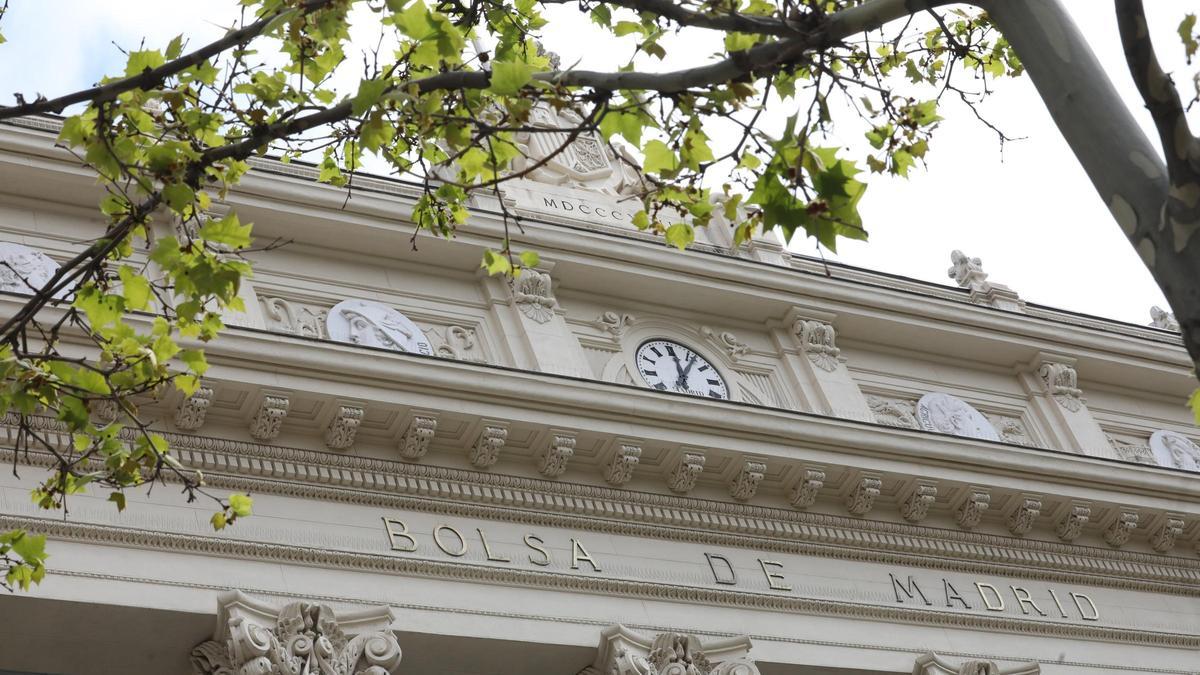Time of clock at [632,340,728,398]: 12:06
